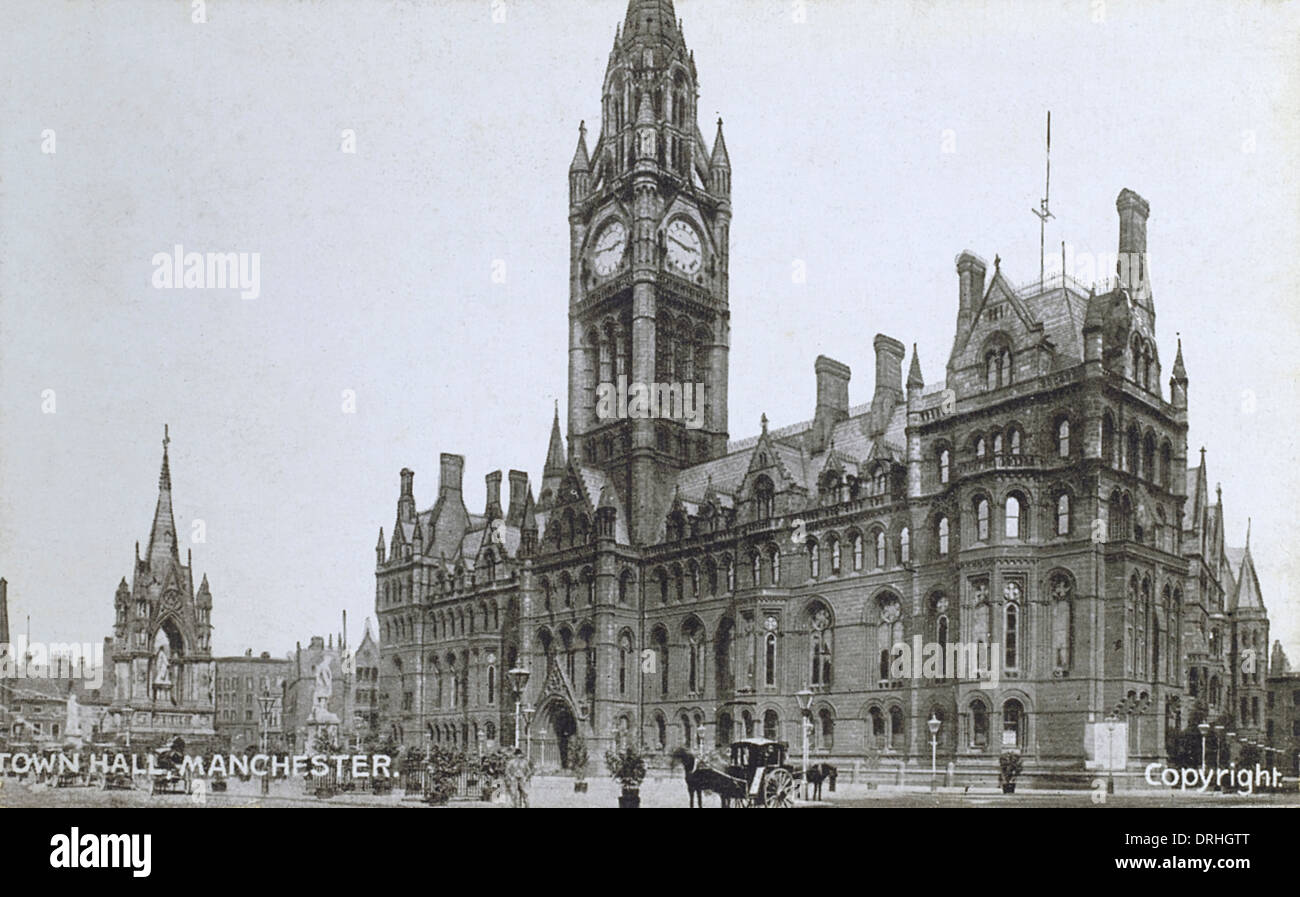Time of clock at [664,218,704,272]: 2:46
